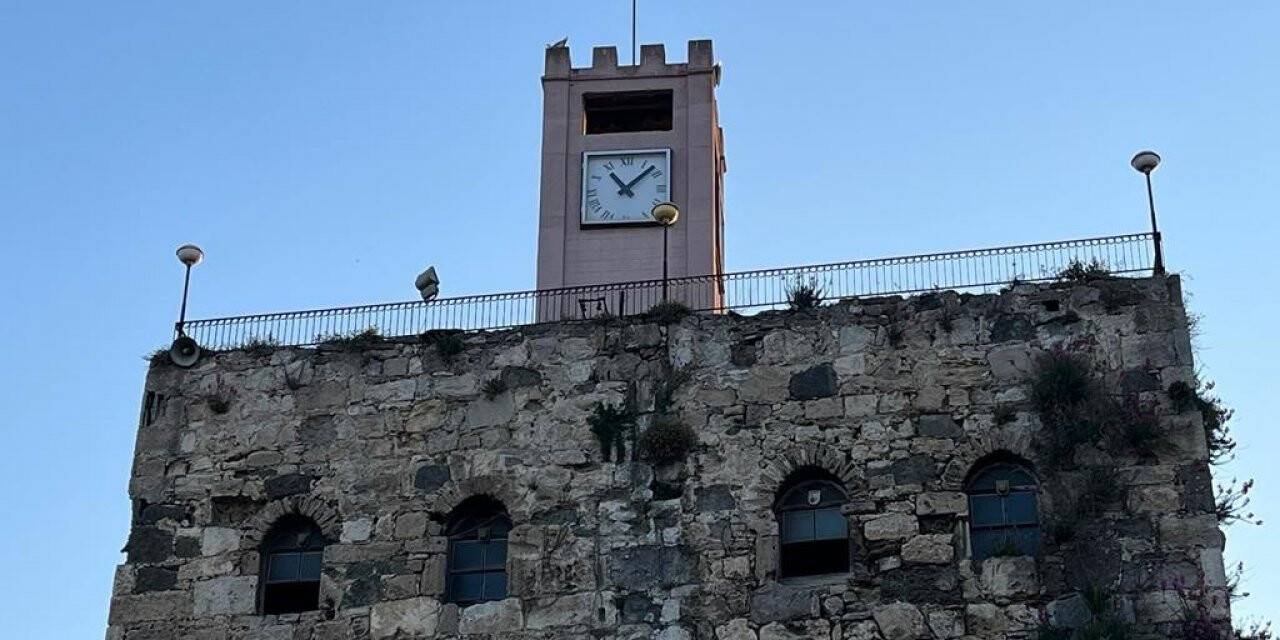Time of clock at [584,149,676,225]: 11:07
